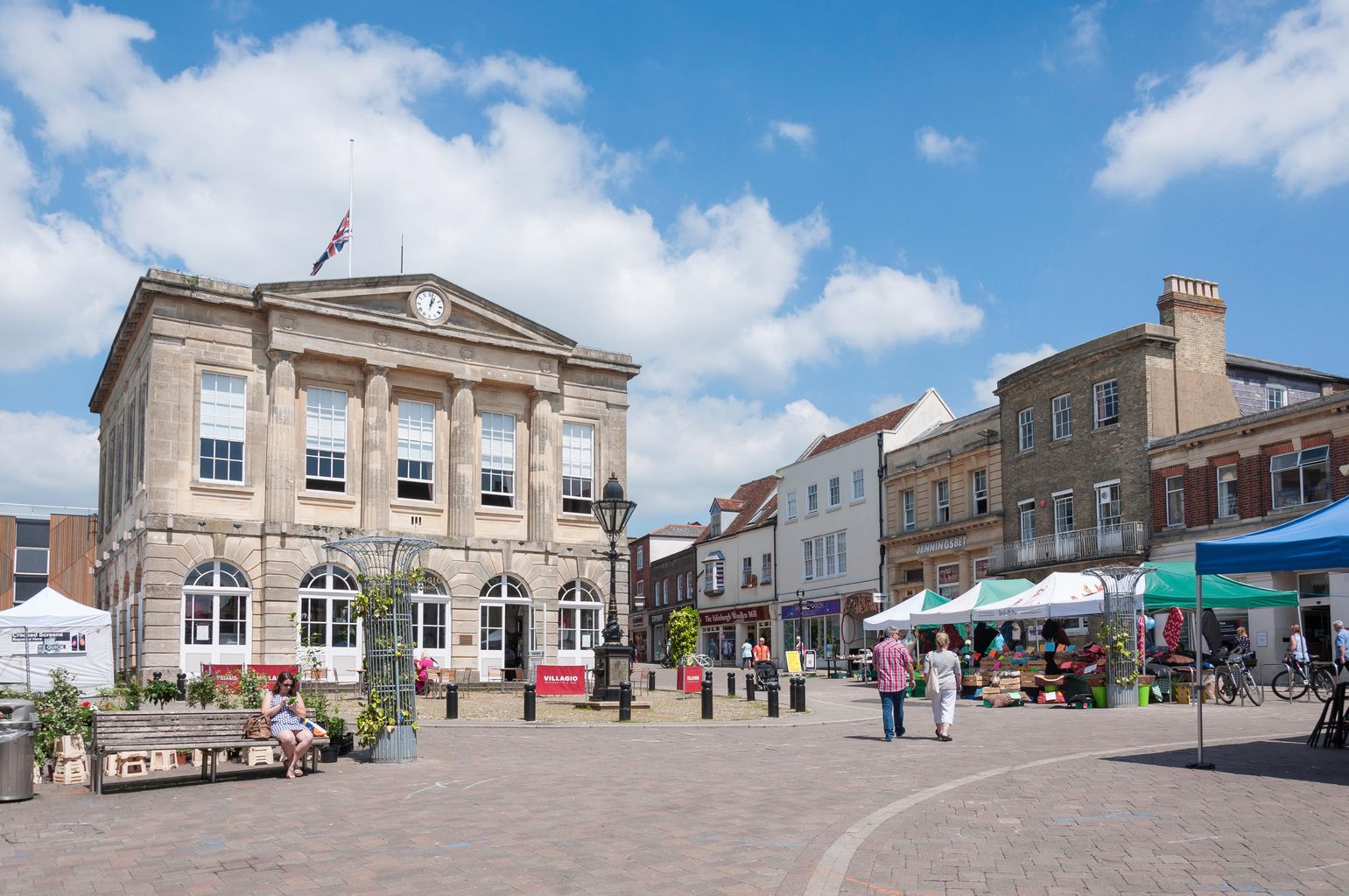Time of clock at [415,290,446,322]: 1:02
